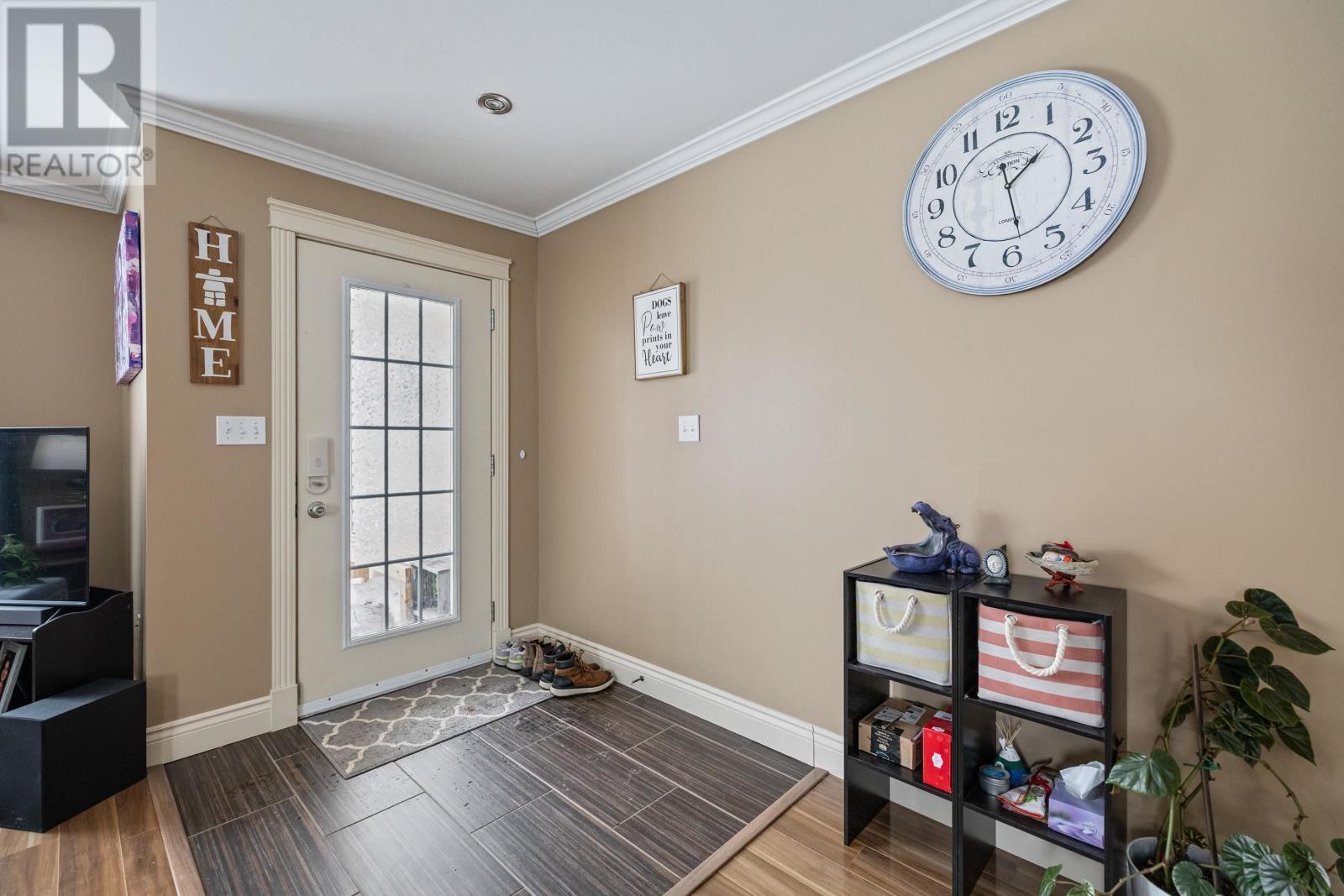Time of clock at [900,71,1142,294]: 1:28
